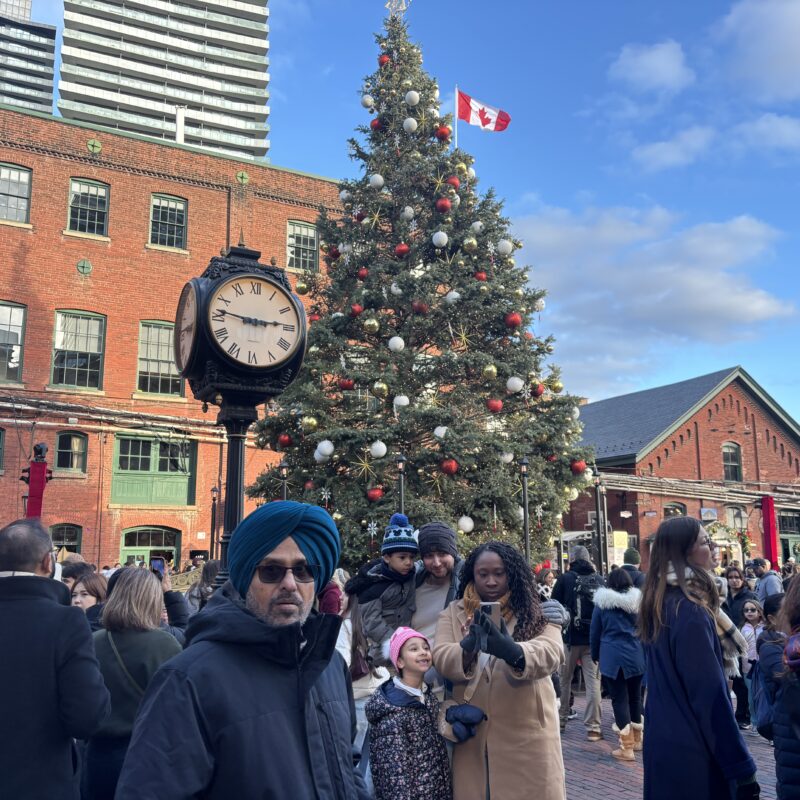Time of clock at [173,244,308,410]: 2:46
